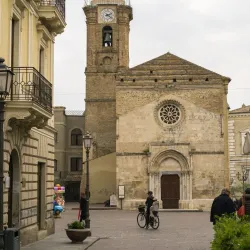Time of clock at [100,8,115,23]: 2:21
